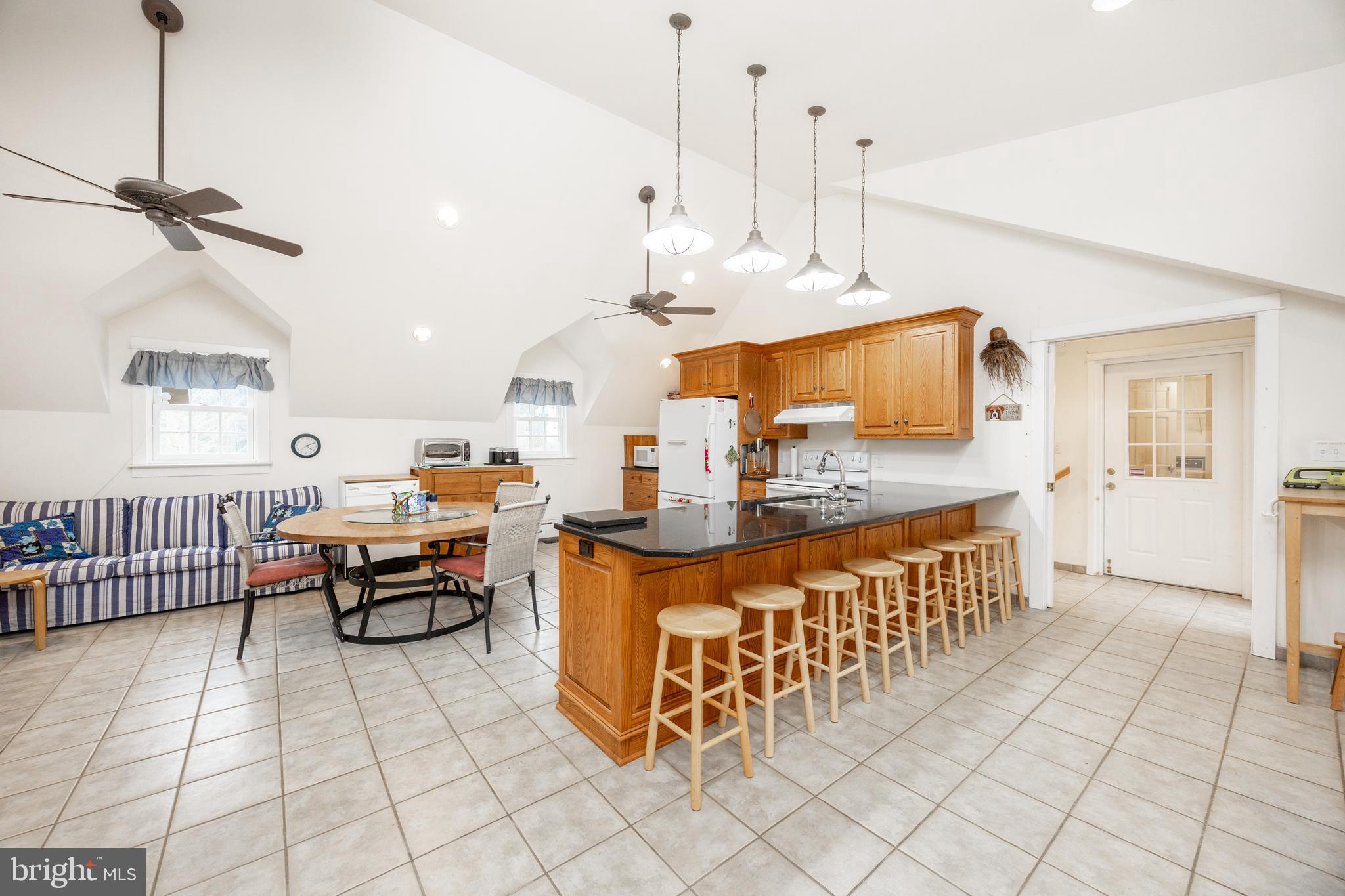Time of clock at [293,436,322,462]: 4:10
